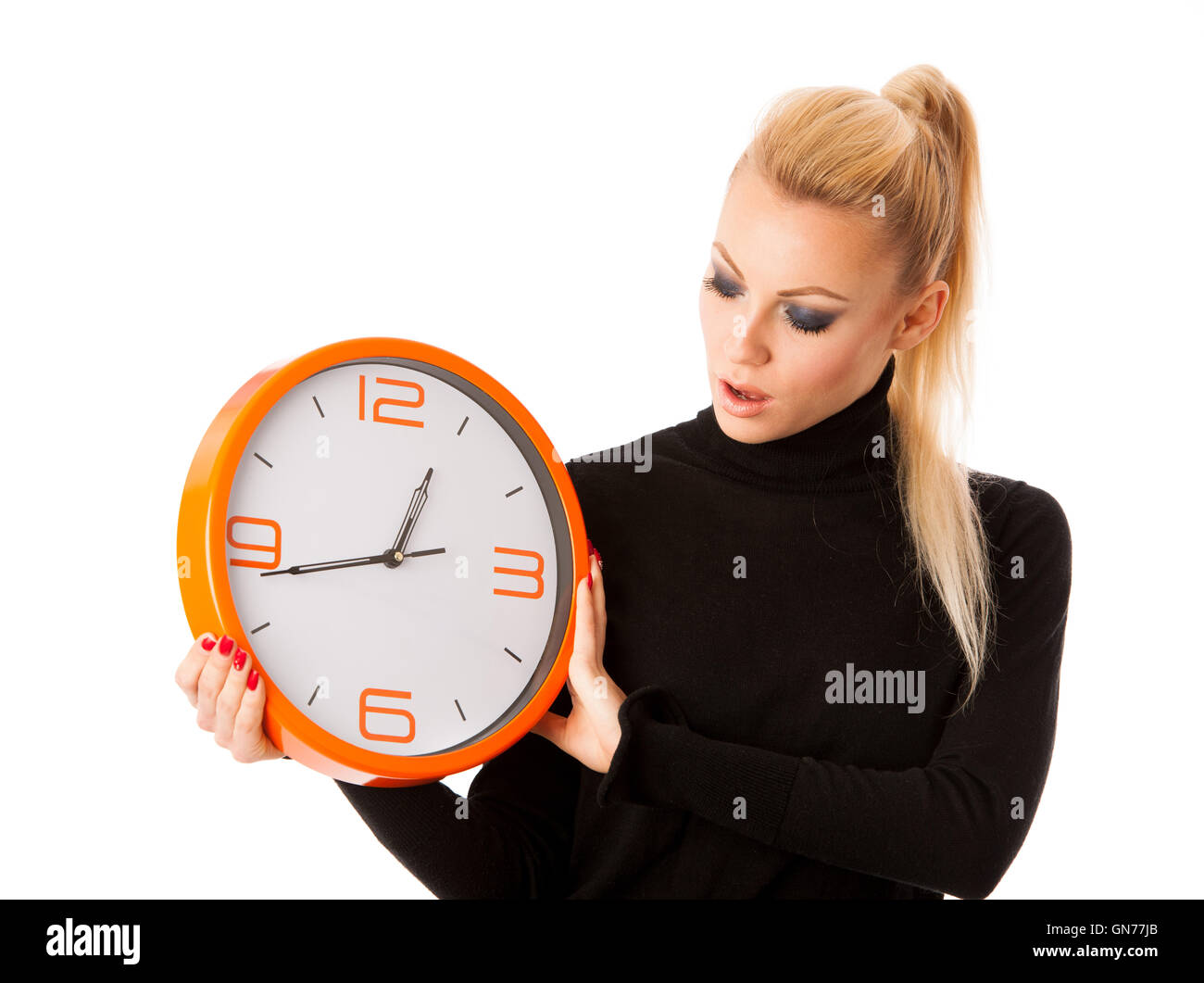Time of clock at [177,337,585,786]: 12:43
